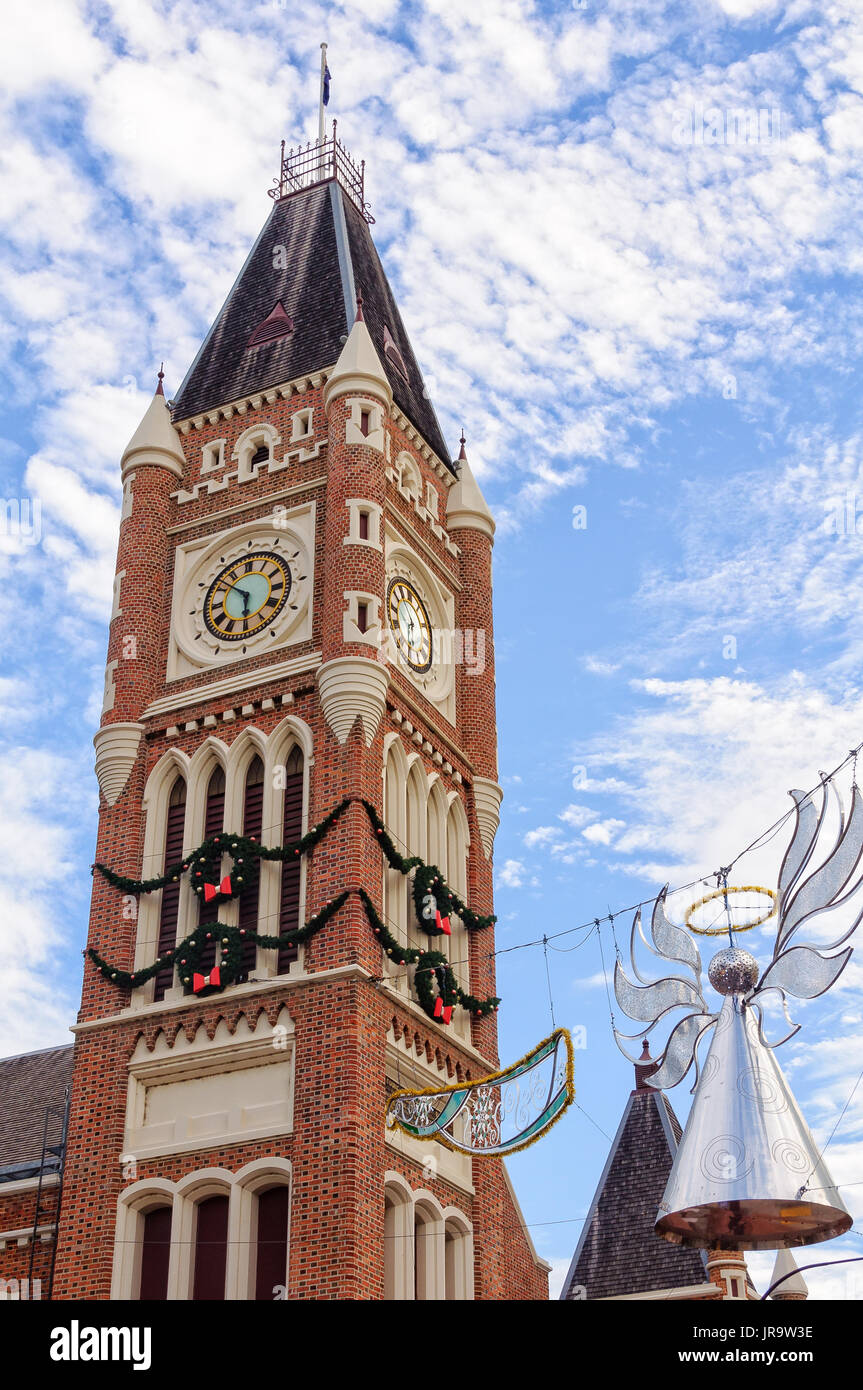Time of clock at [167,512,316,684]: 5:51
